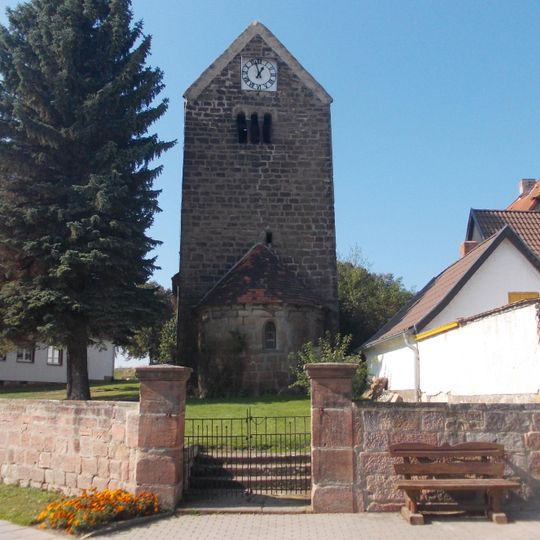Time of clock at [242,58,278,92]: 12:57
